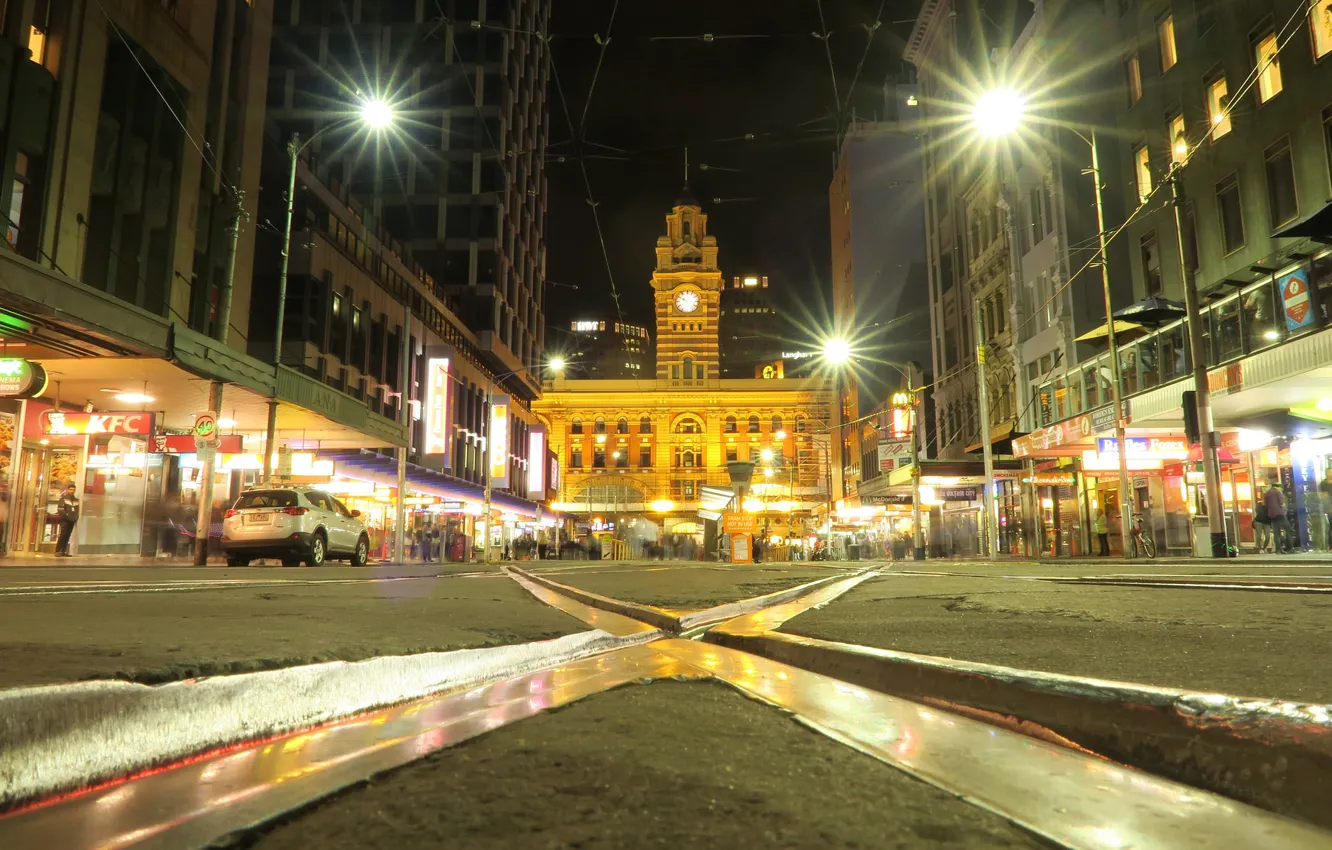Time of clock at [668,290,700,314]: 9:50
